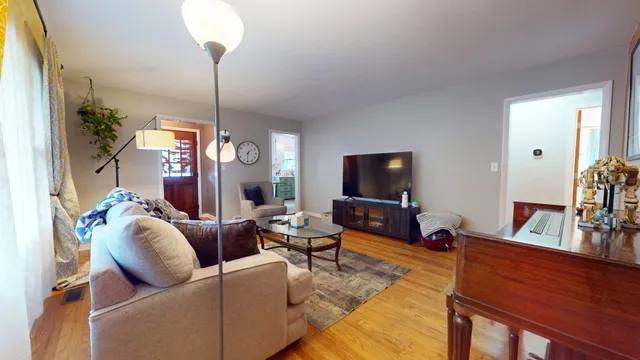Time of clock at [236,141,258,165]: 1:31
